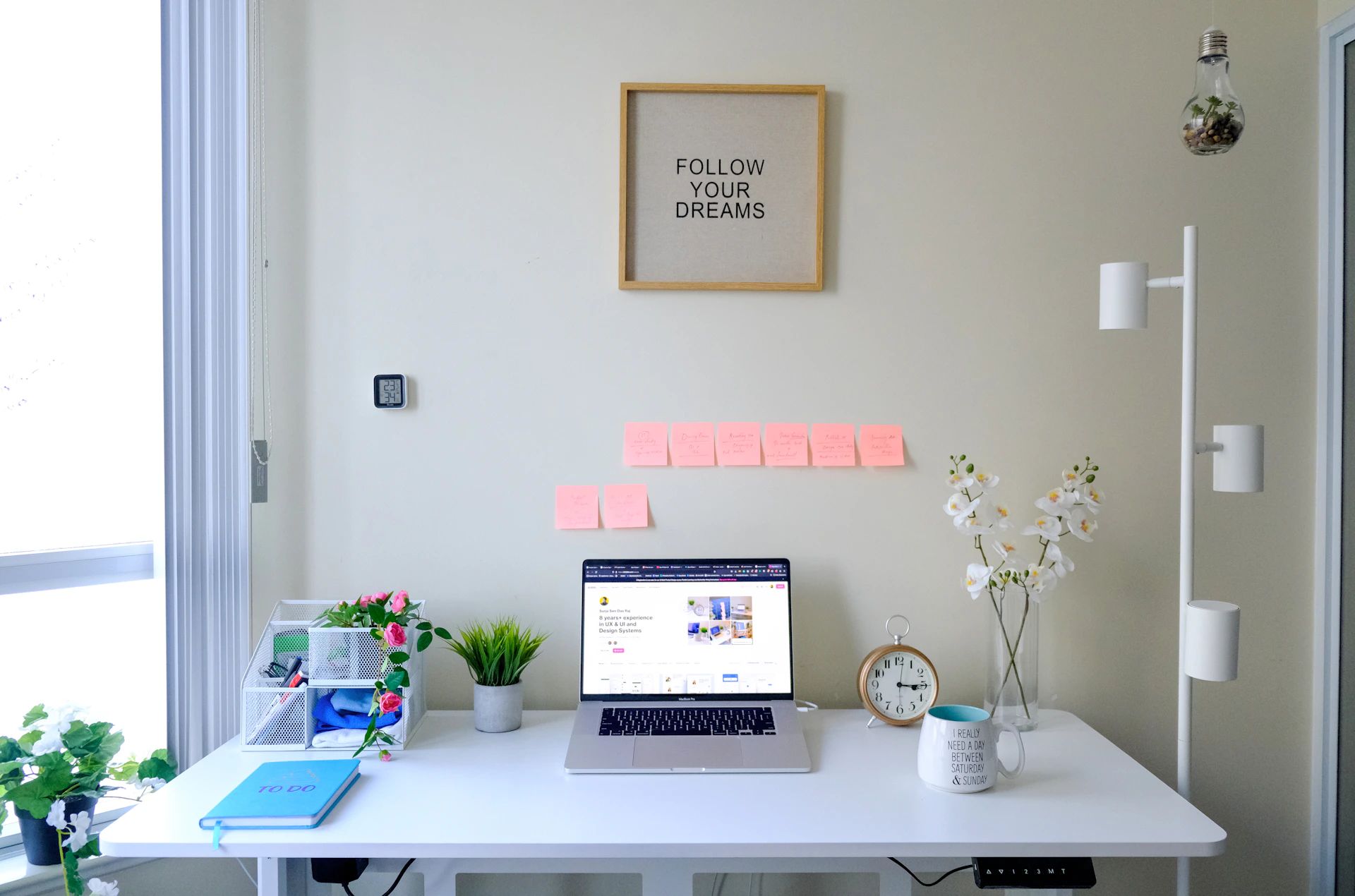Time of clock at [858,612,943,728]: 3:14
